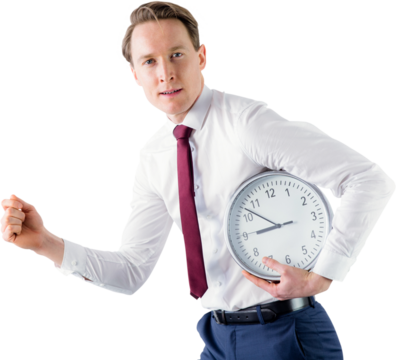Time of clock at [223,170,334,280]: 8:51
